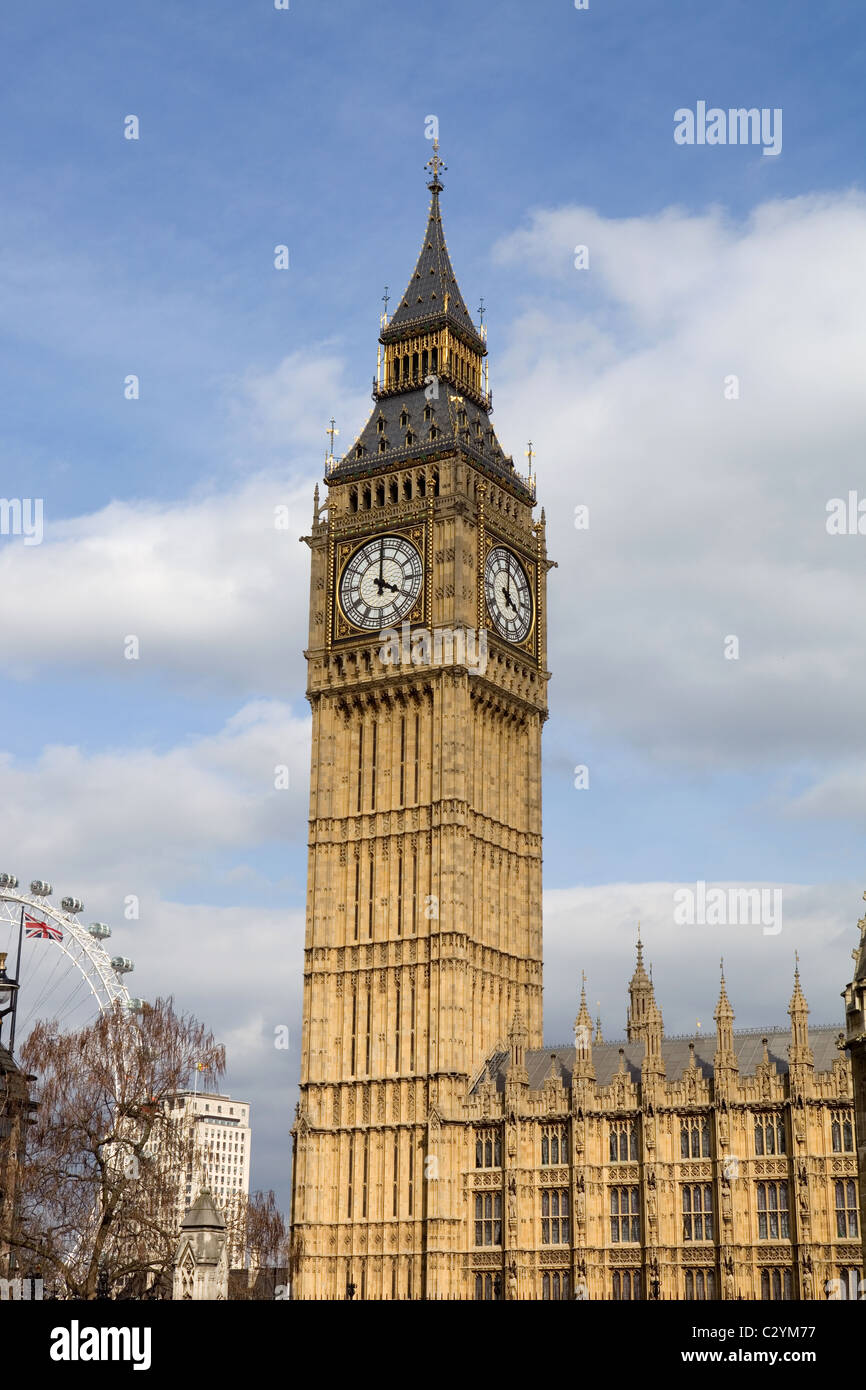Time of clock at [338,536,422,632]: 4:00
